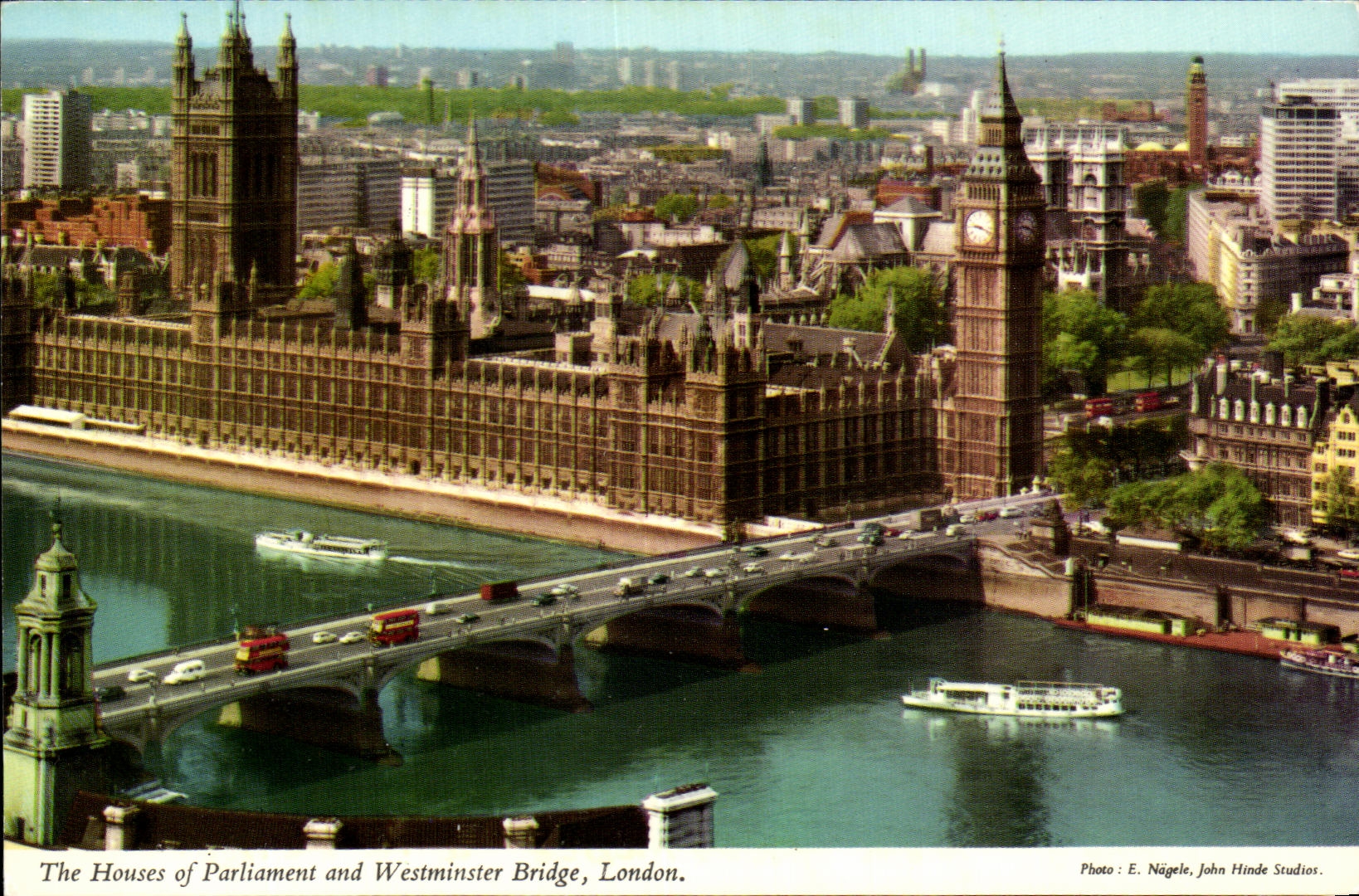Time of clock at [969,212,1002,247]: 9:18
